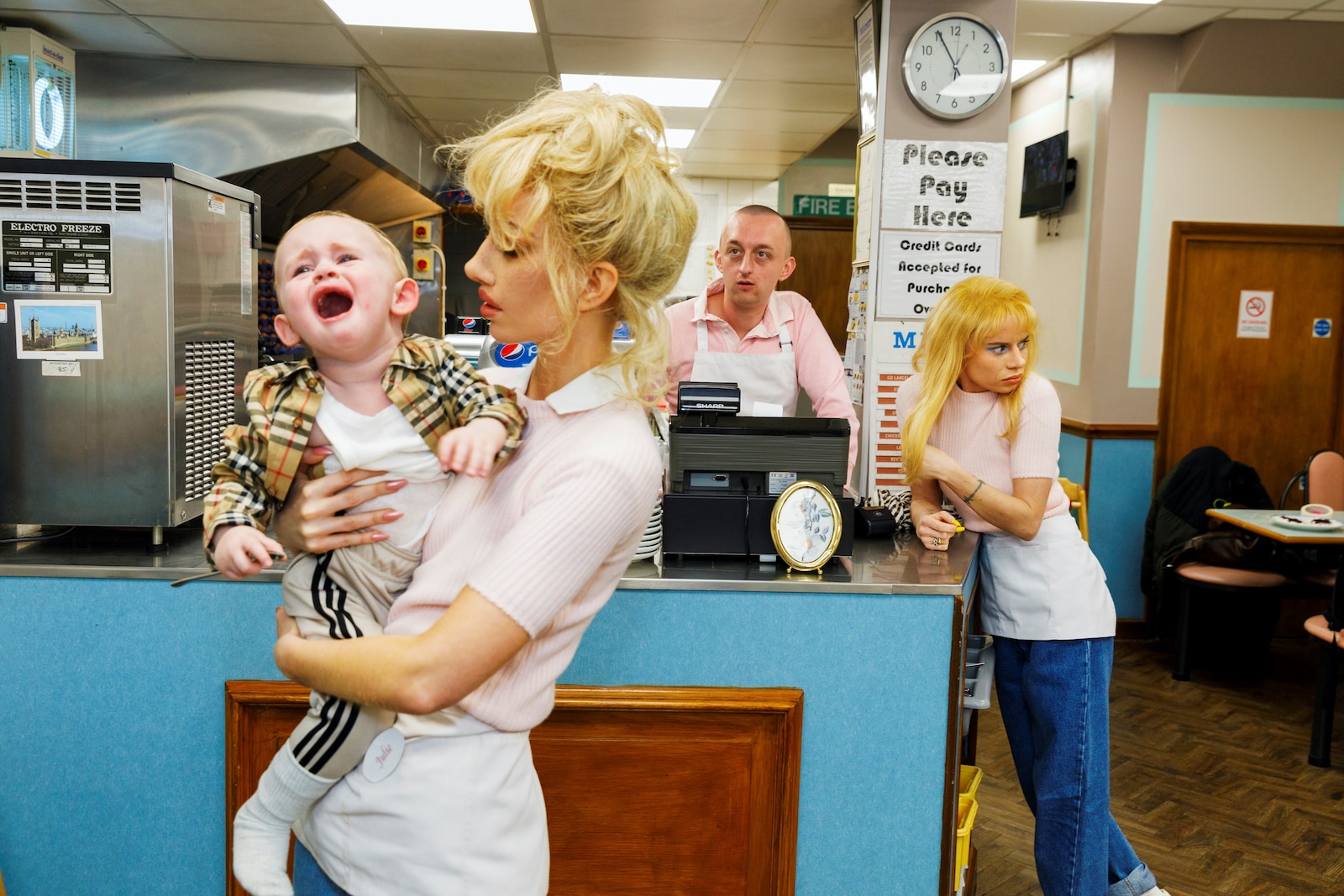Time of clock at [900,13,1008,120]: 12:55
